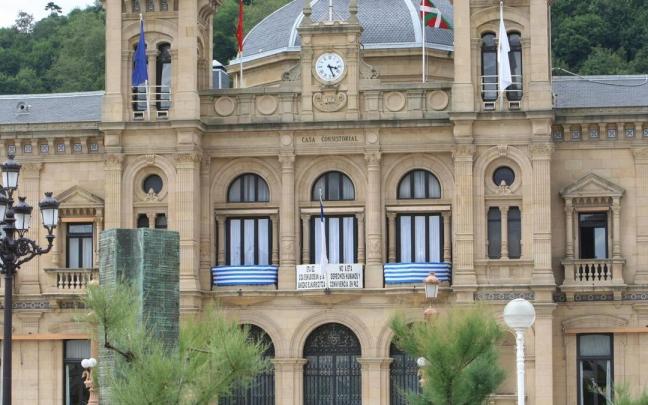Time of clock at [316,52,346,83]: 3:26
